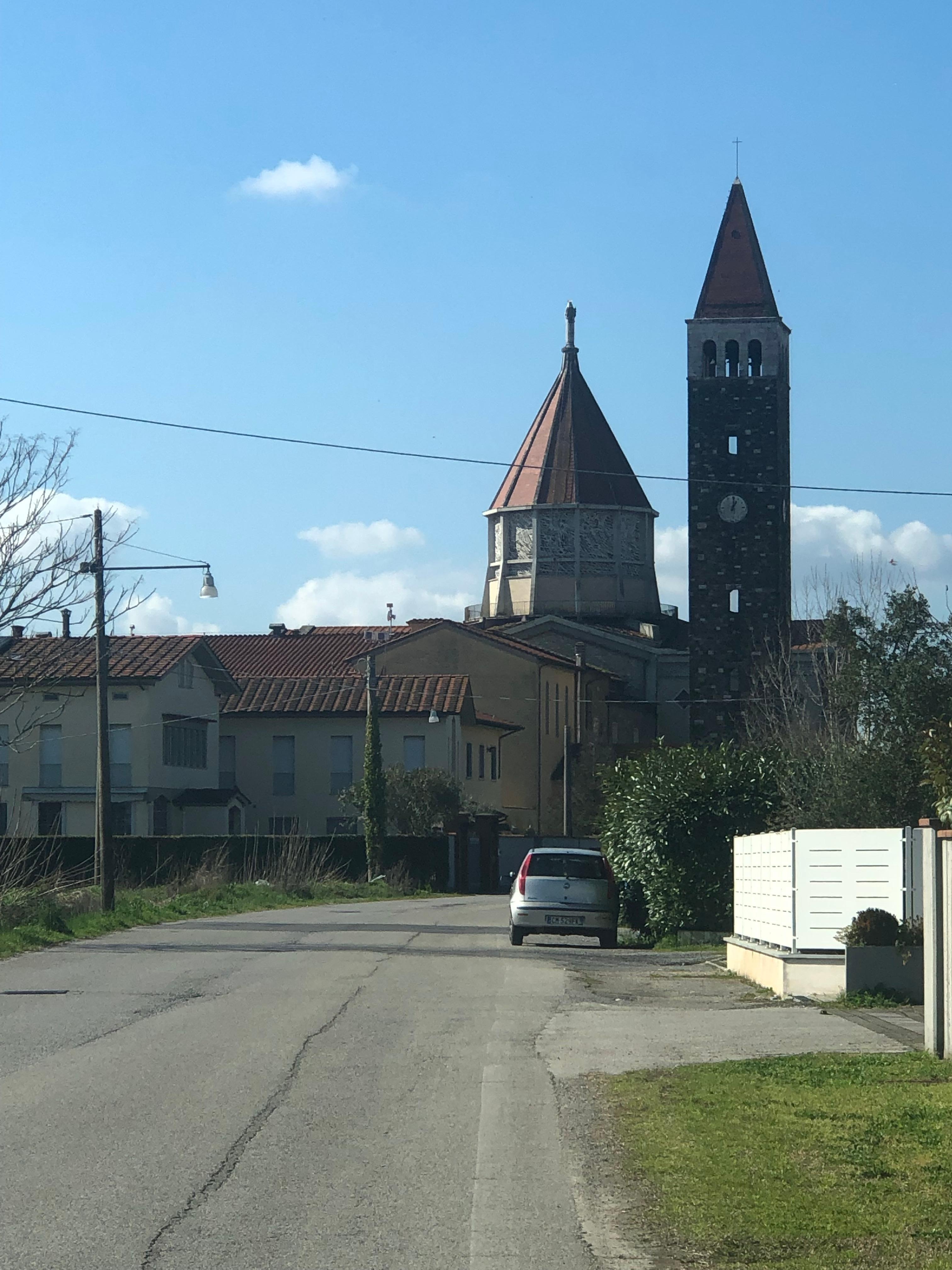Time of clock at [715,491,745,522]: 1:01
